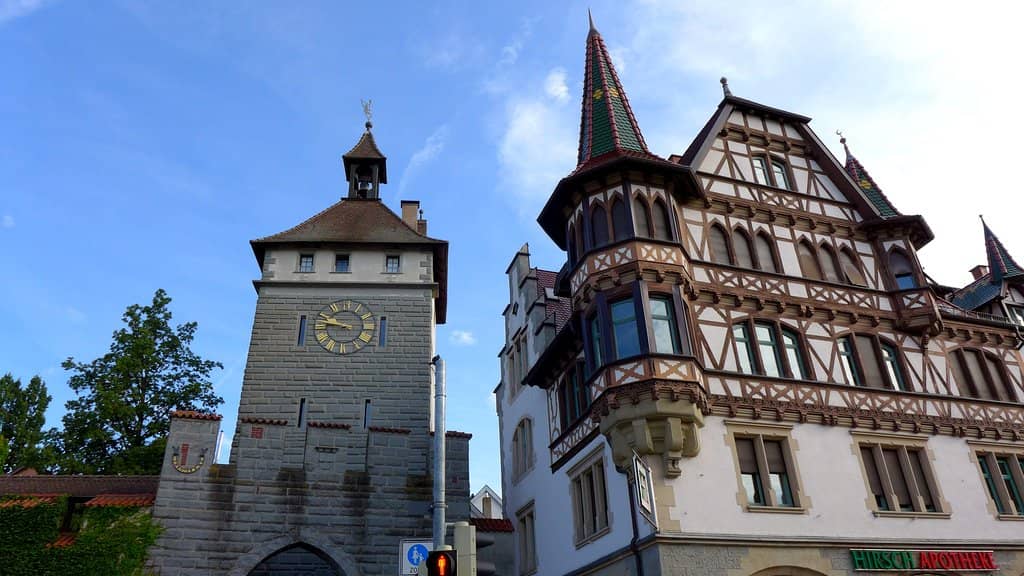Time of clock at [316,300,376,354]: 9:15
